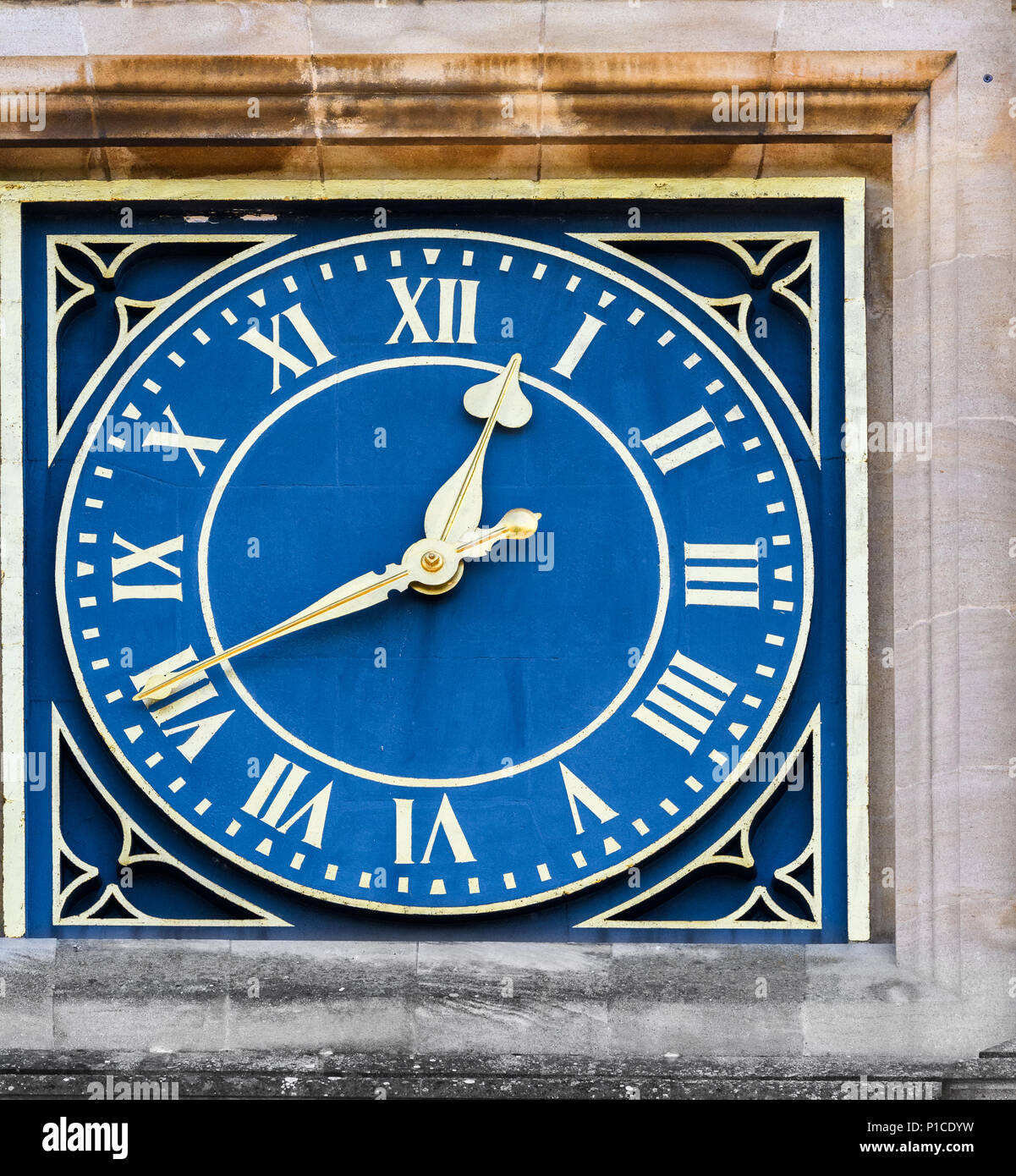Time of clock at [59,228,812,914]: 12:40
